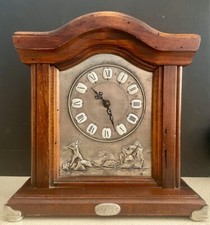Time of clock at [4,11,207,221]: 10:26
